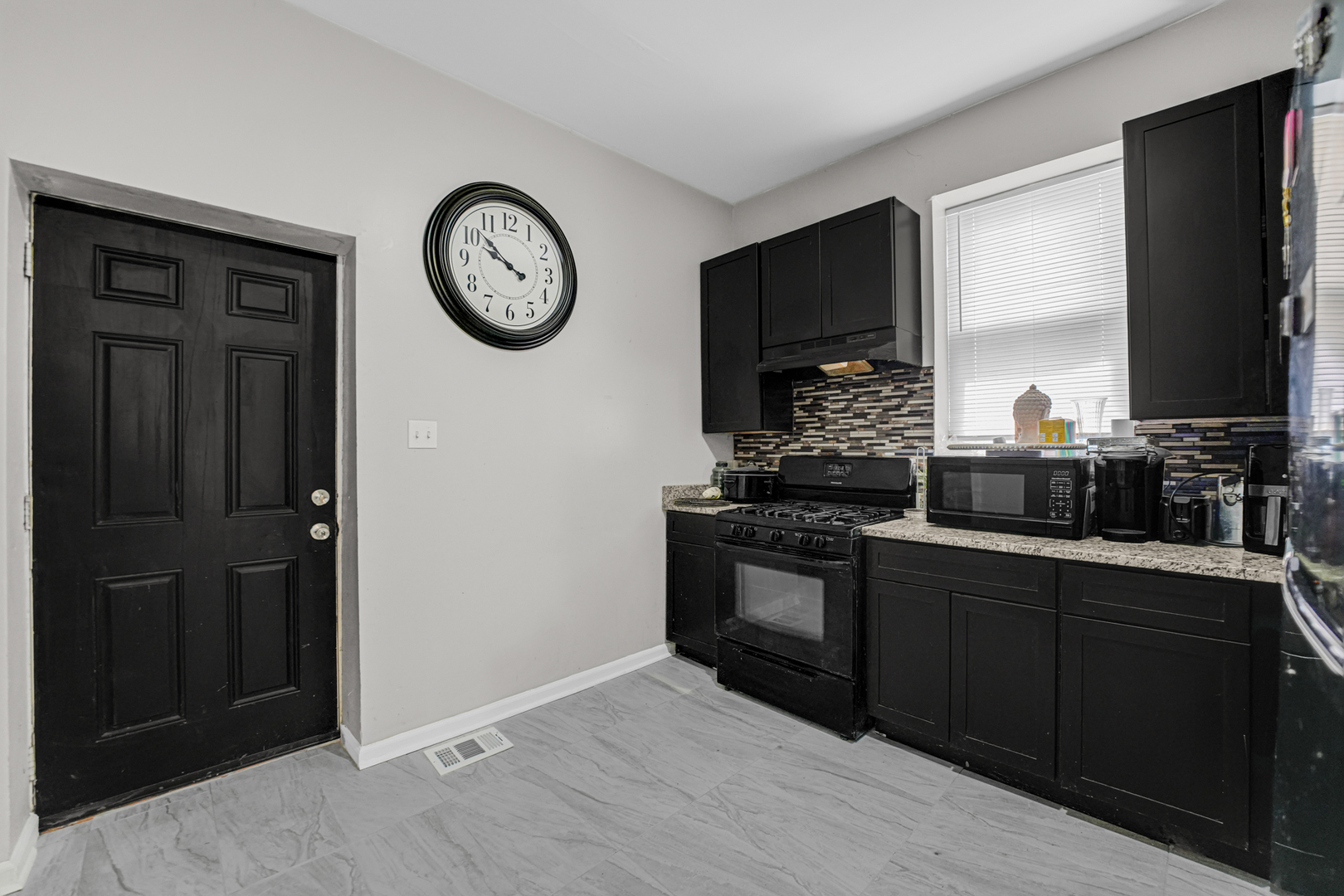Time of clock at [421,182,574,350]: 9:51
